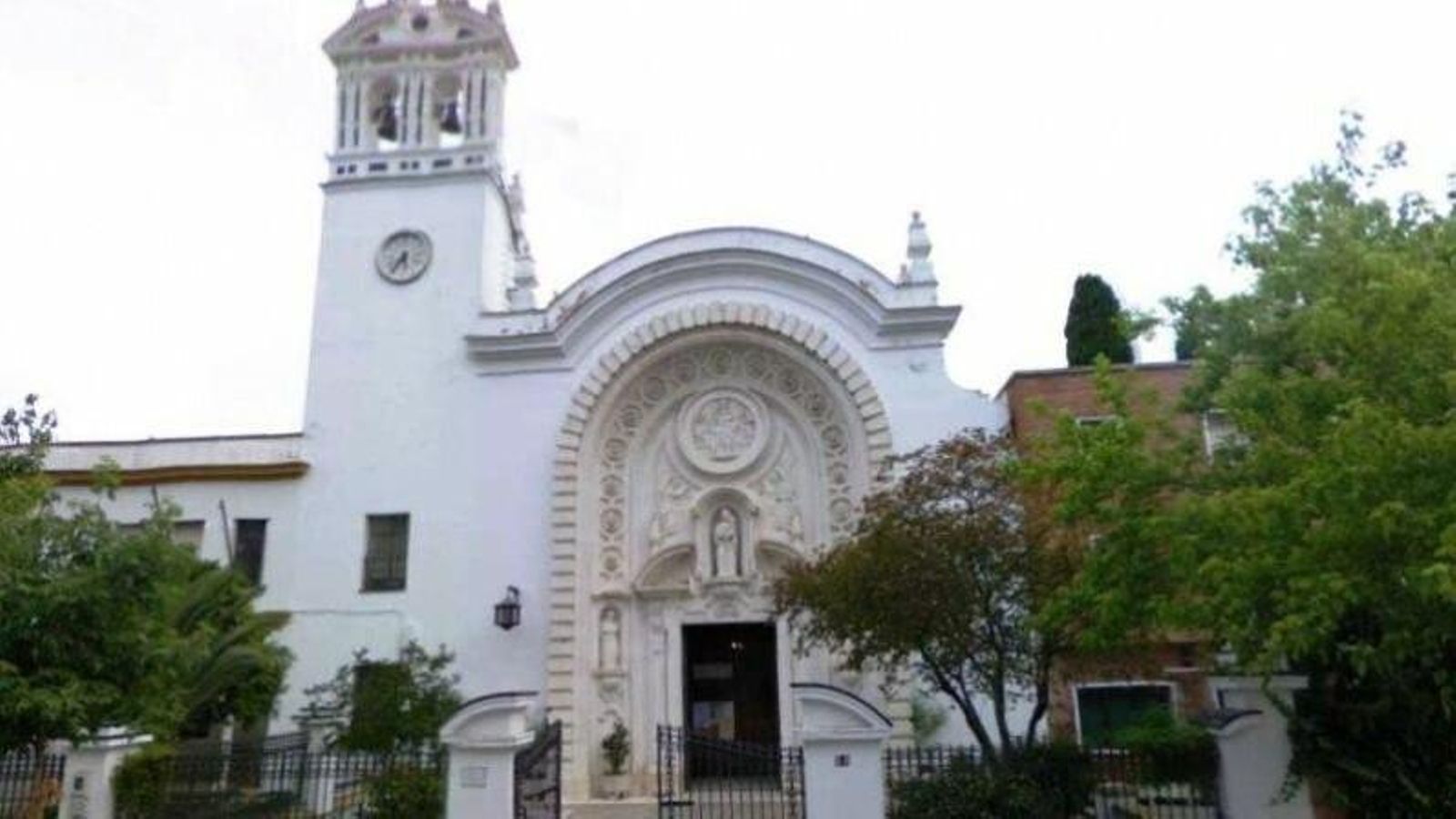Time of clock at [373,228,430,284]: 5:35
